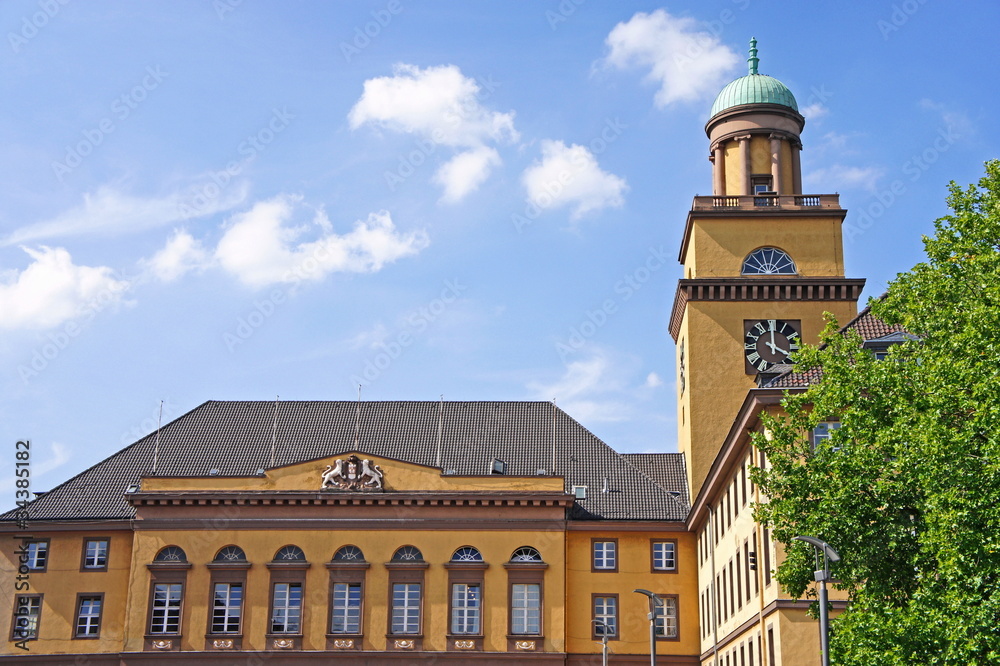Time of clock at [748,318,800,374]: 4:00
